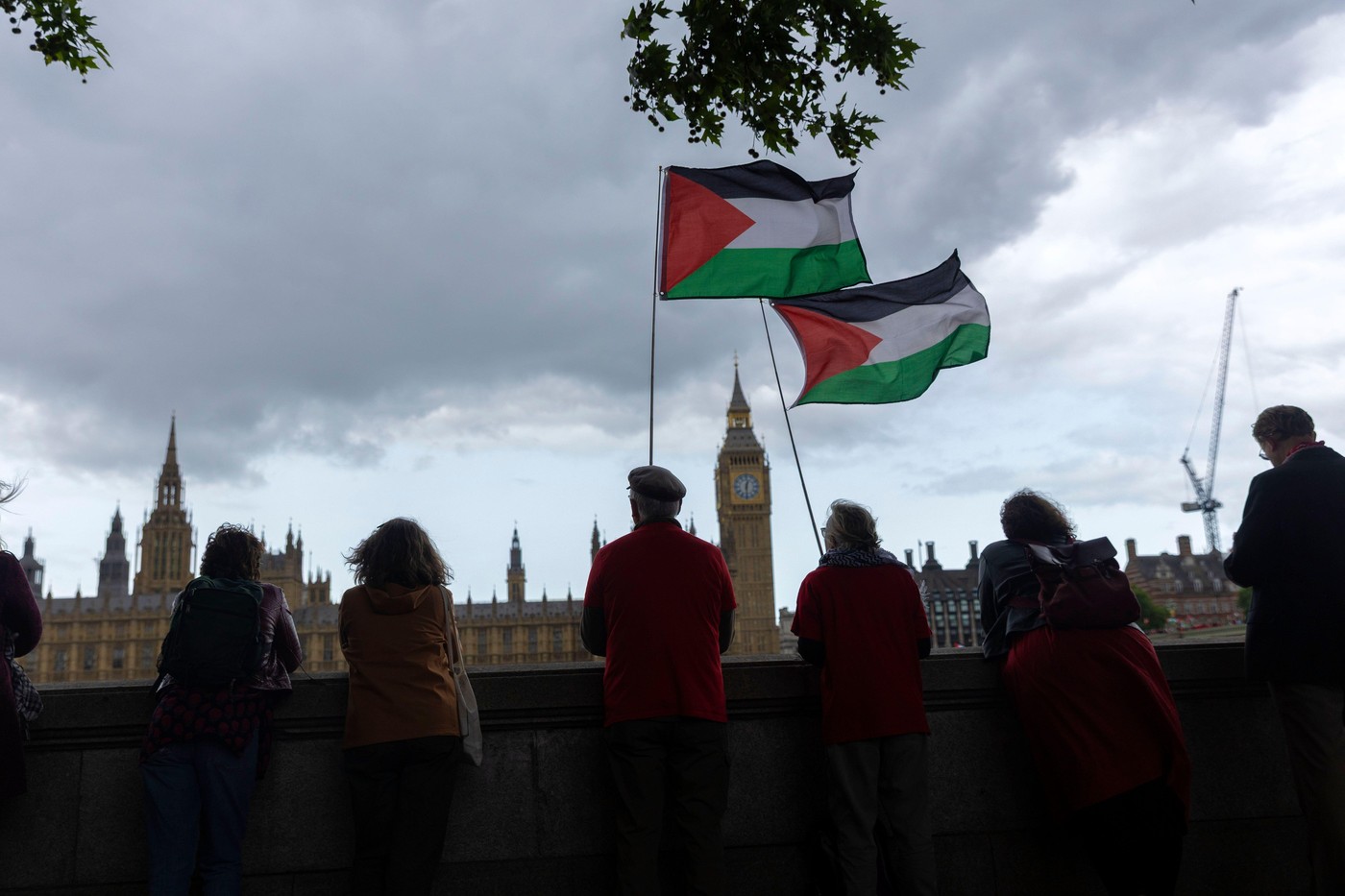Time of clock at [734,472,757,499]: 12:30
